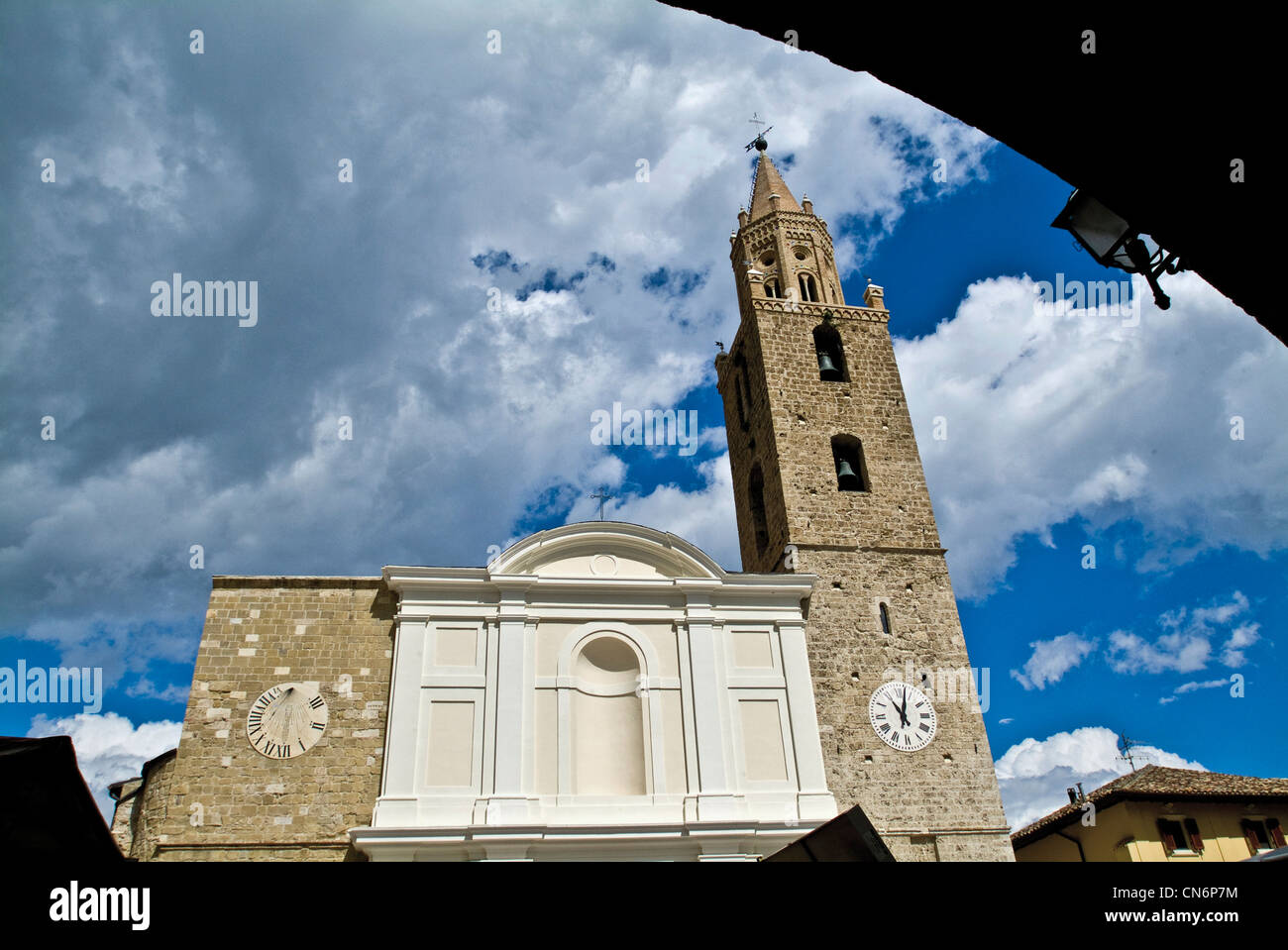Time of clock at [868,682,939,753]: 11:02
